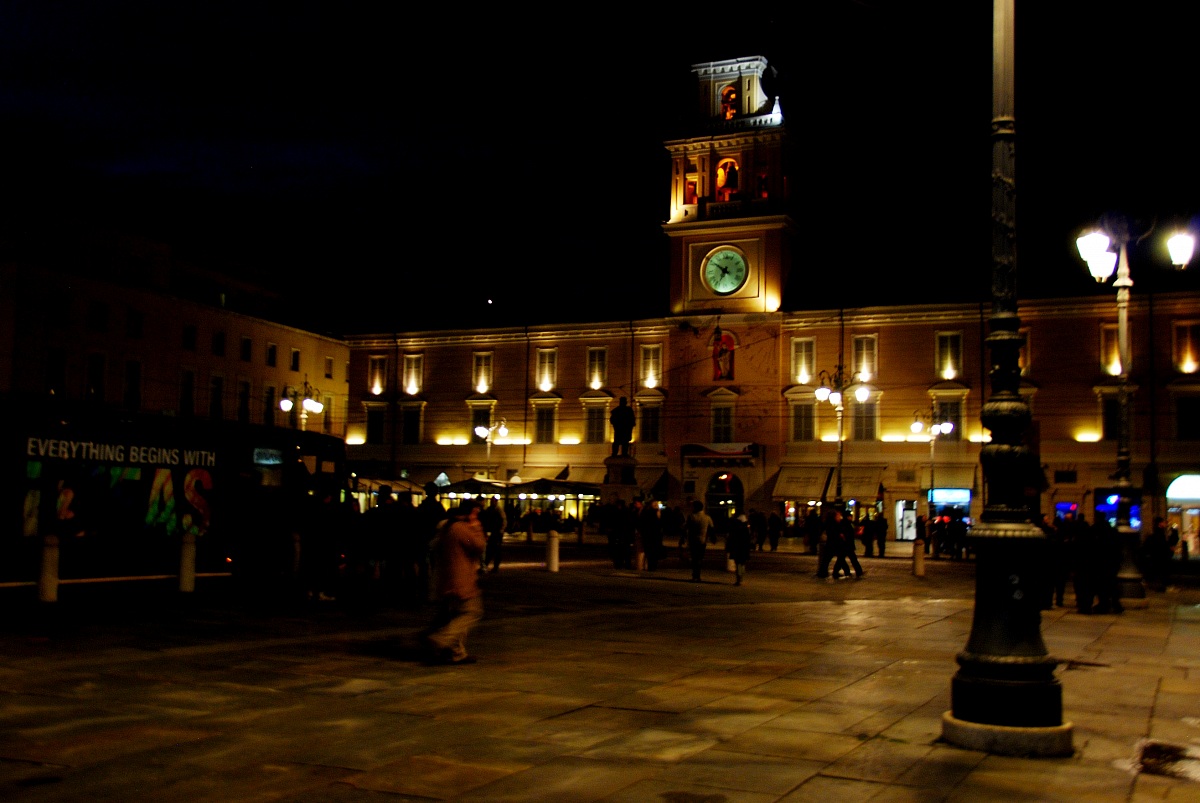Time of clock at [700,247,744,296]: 6:51
